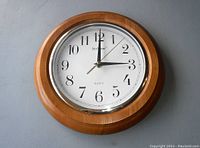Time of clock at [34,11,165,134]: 3:00
